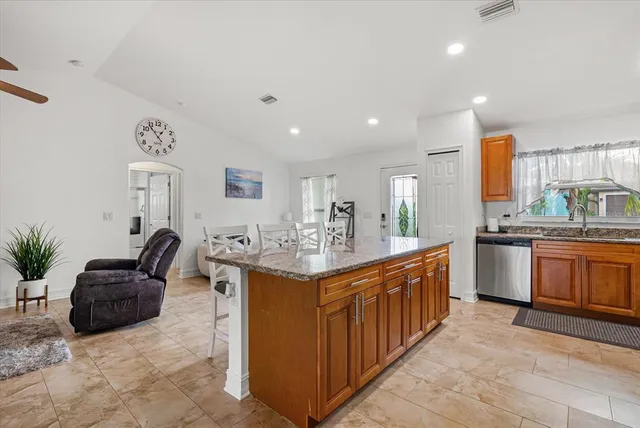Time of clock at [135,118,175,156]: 12:53
